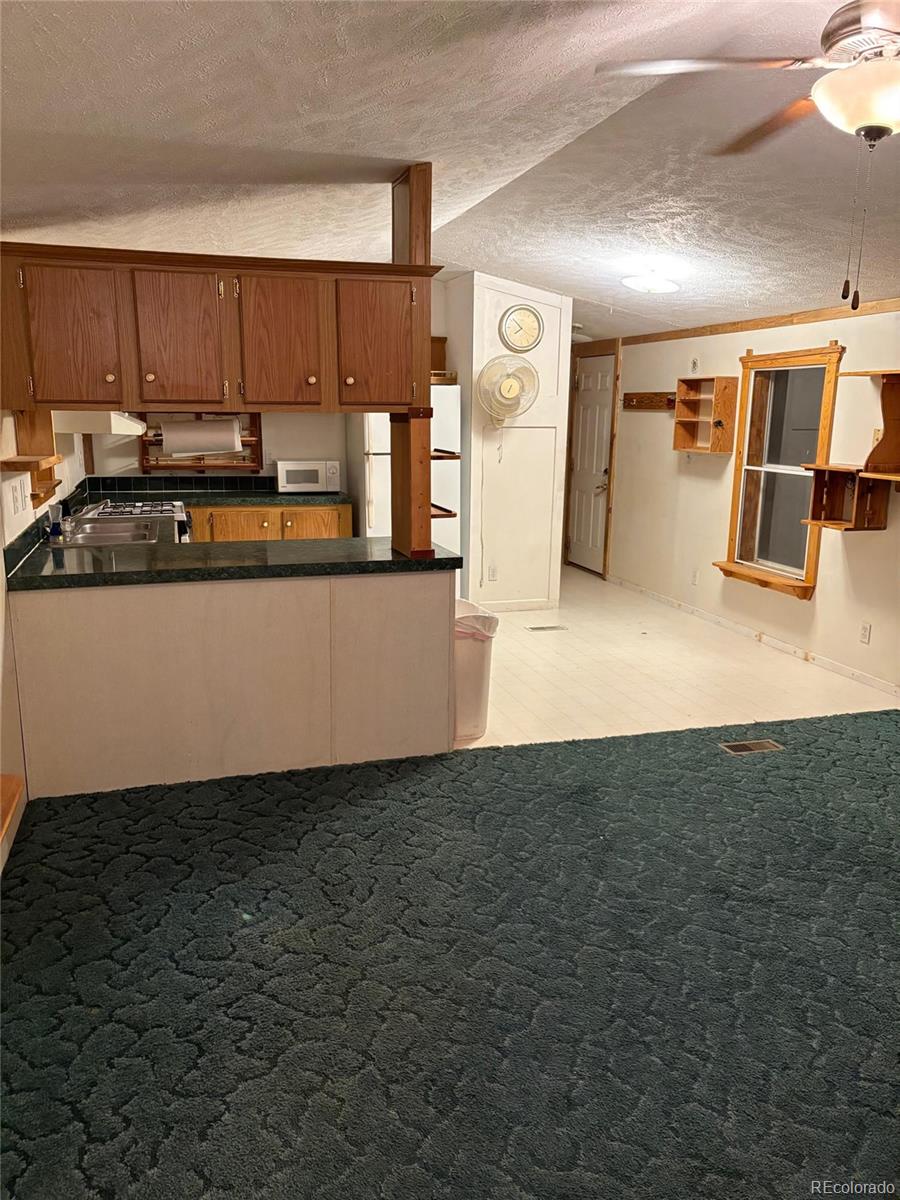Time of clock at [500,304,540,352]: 7:52
